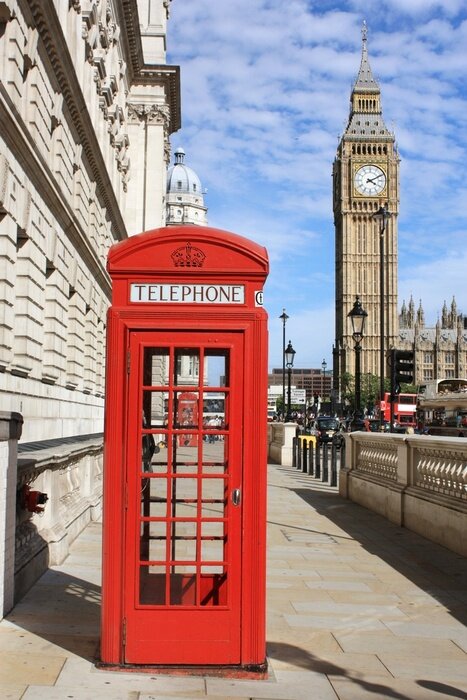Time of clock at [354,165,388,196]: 4:10
